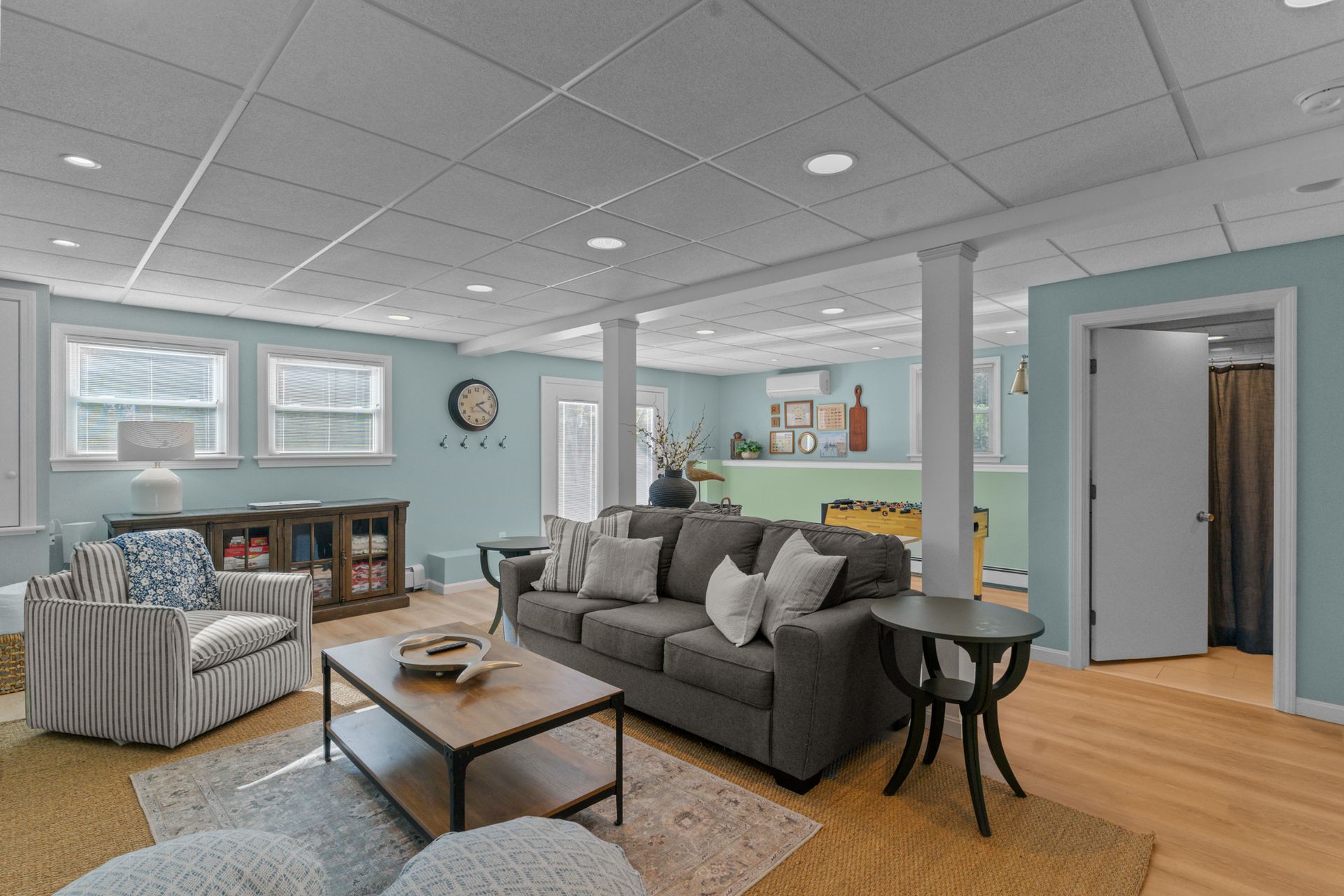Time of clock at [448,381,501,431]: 2:20
